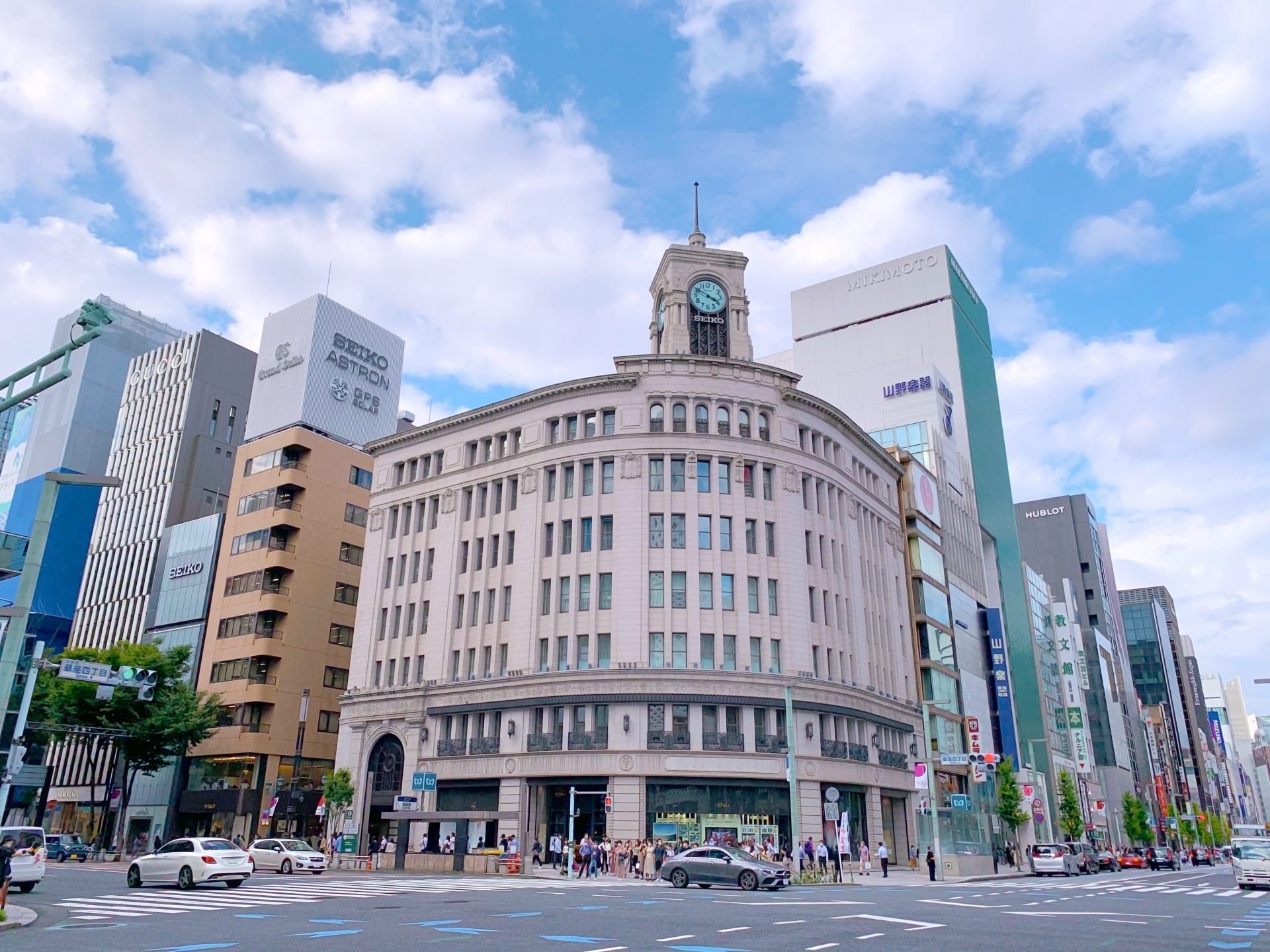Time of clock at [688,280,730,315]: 3:49
